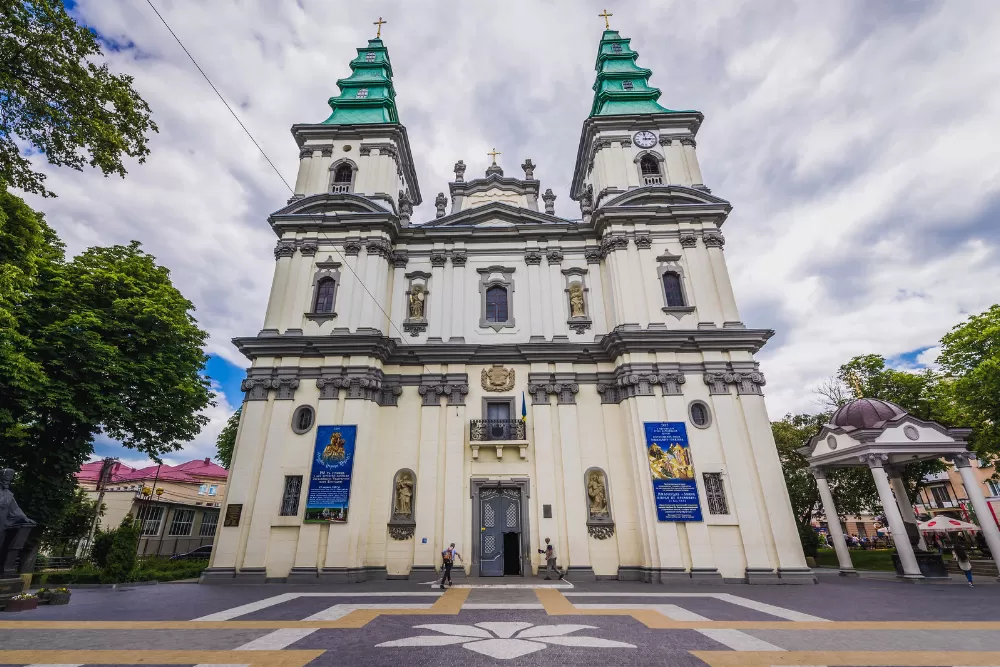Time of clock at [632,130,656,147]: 2:59
